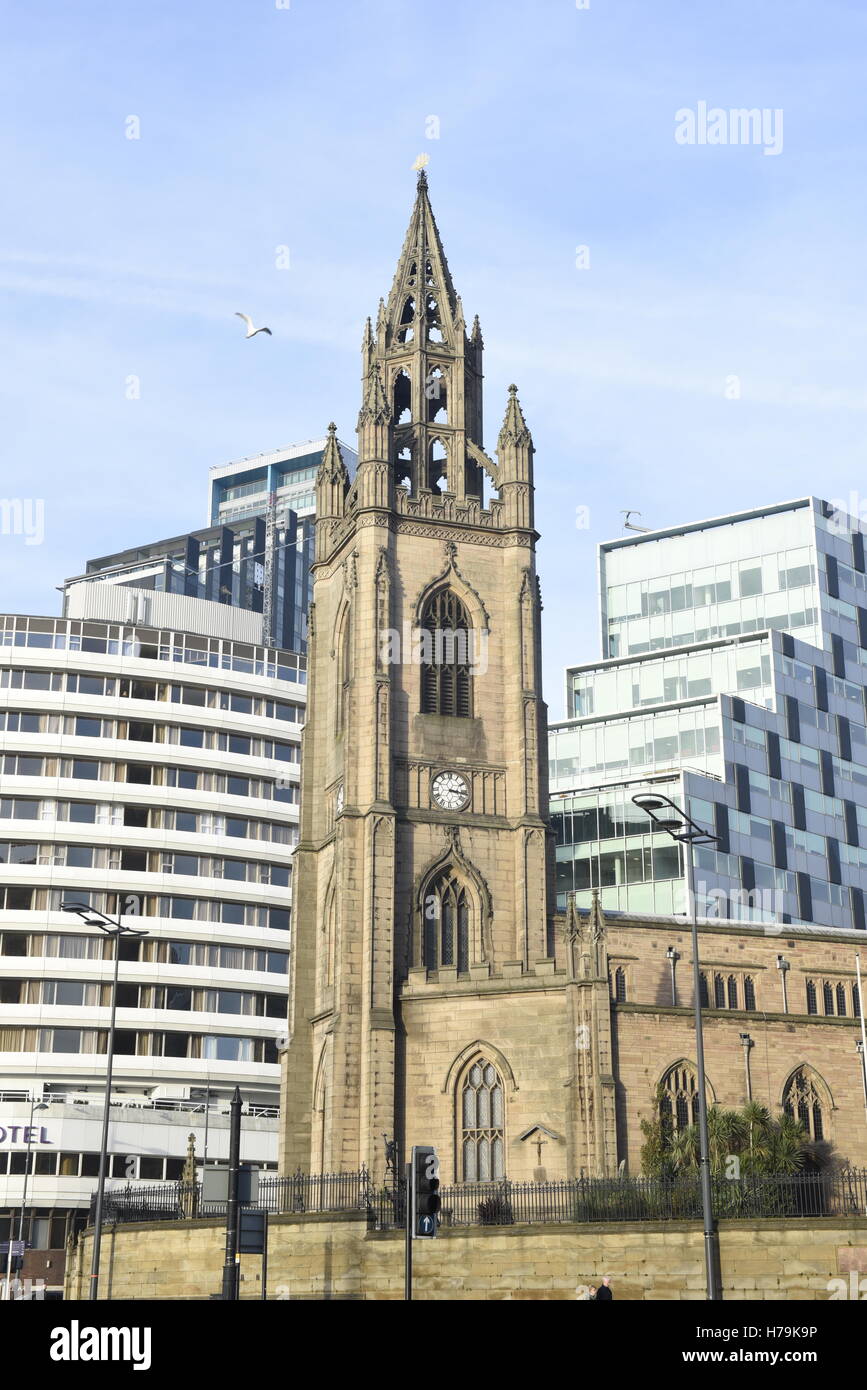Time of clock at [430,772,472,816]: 3:16
